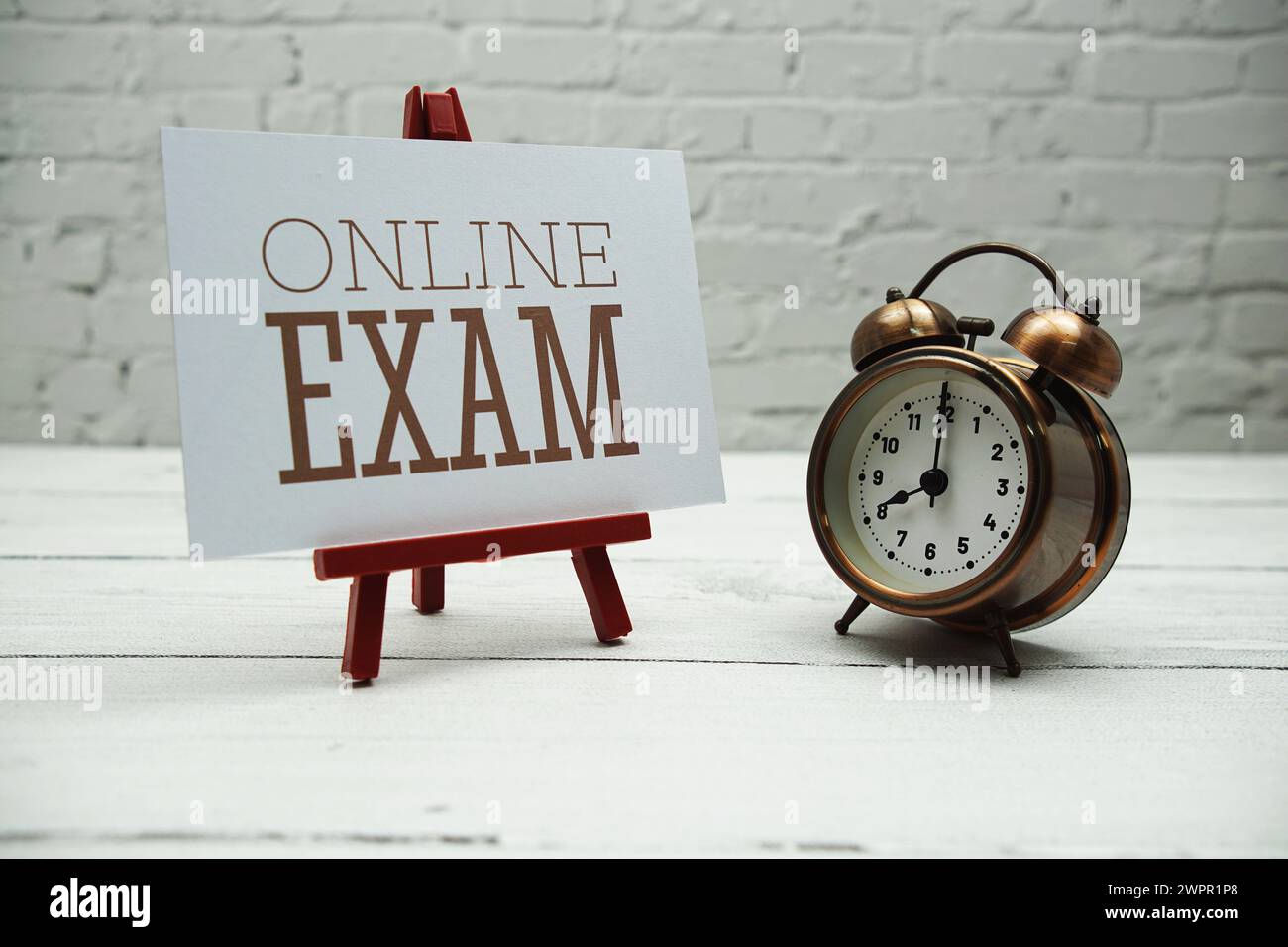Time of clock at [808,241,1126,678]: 8:00
